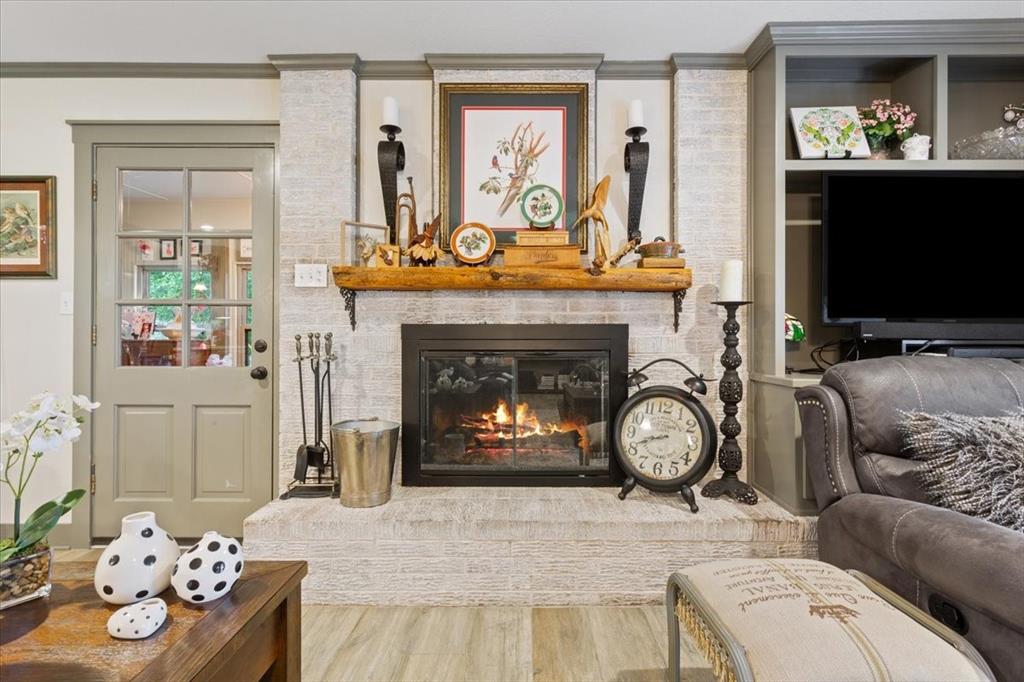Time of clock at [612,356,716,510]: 8:41
